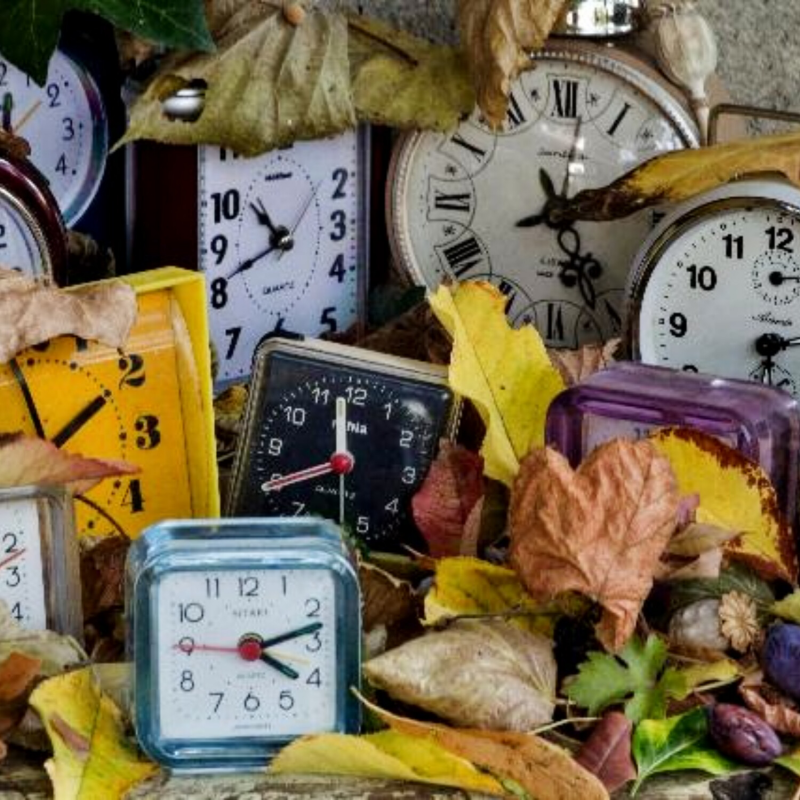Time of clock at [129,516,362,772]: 4:12
